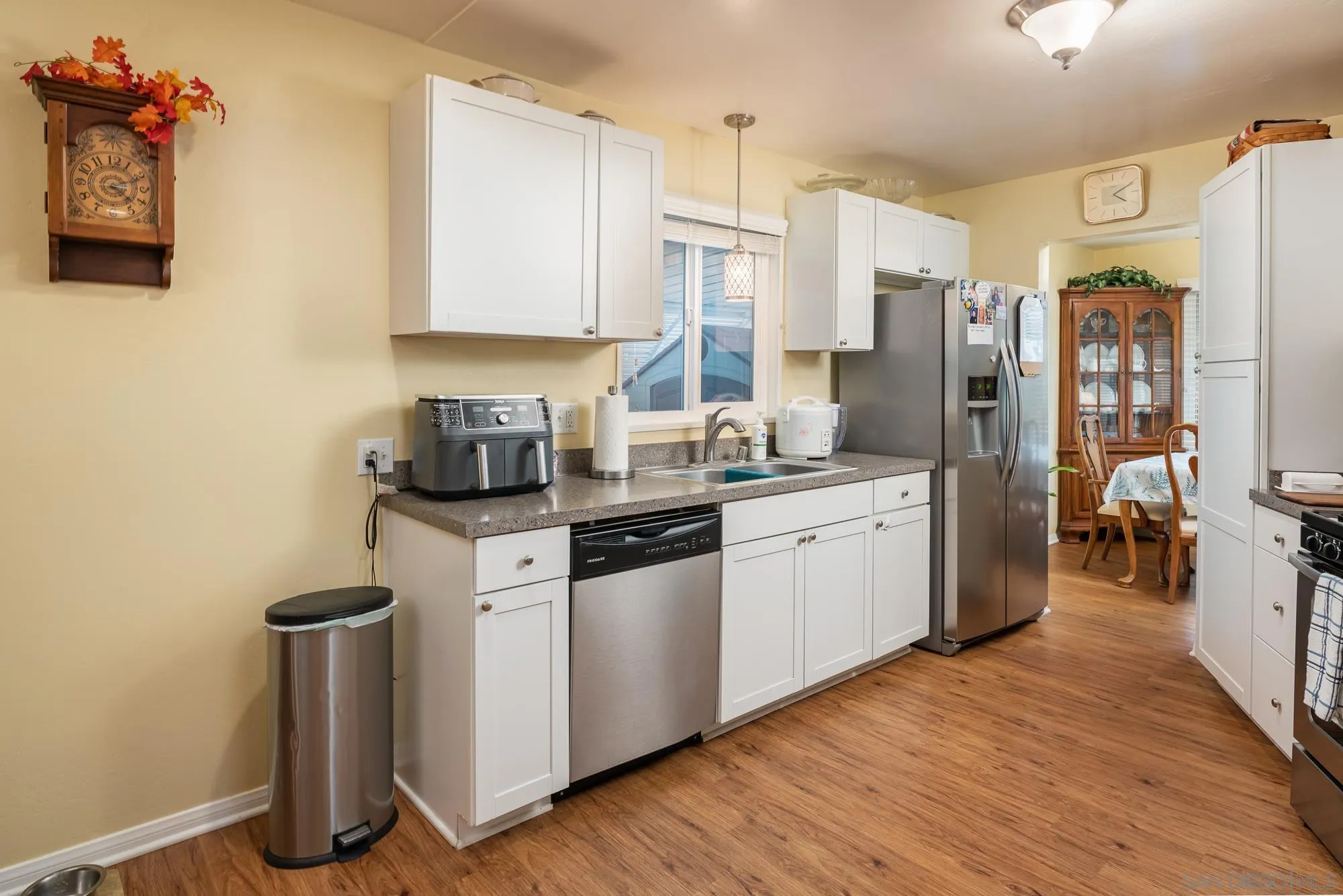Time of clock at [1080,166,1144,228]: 4:10
